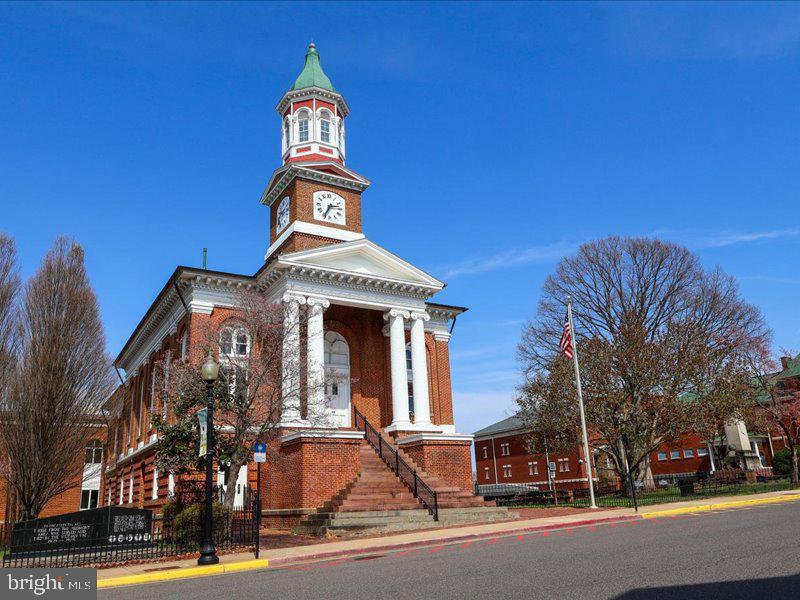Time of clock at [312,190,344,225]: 2:34
